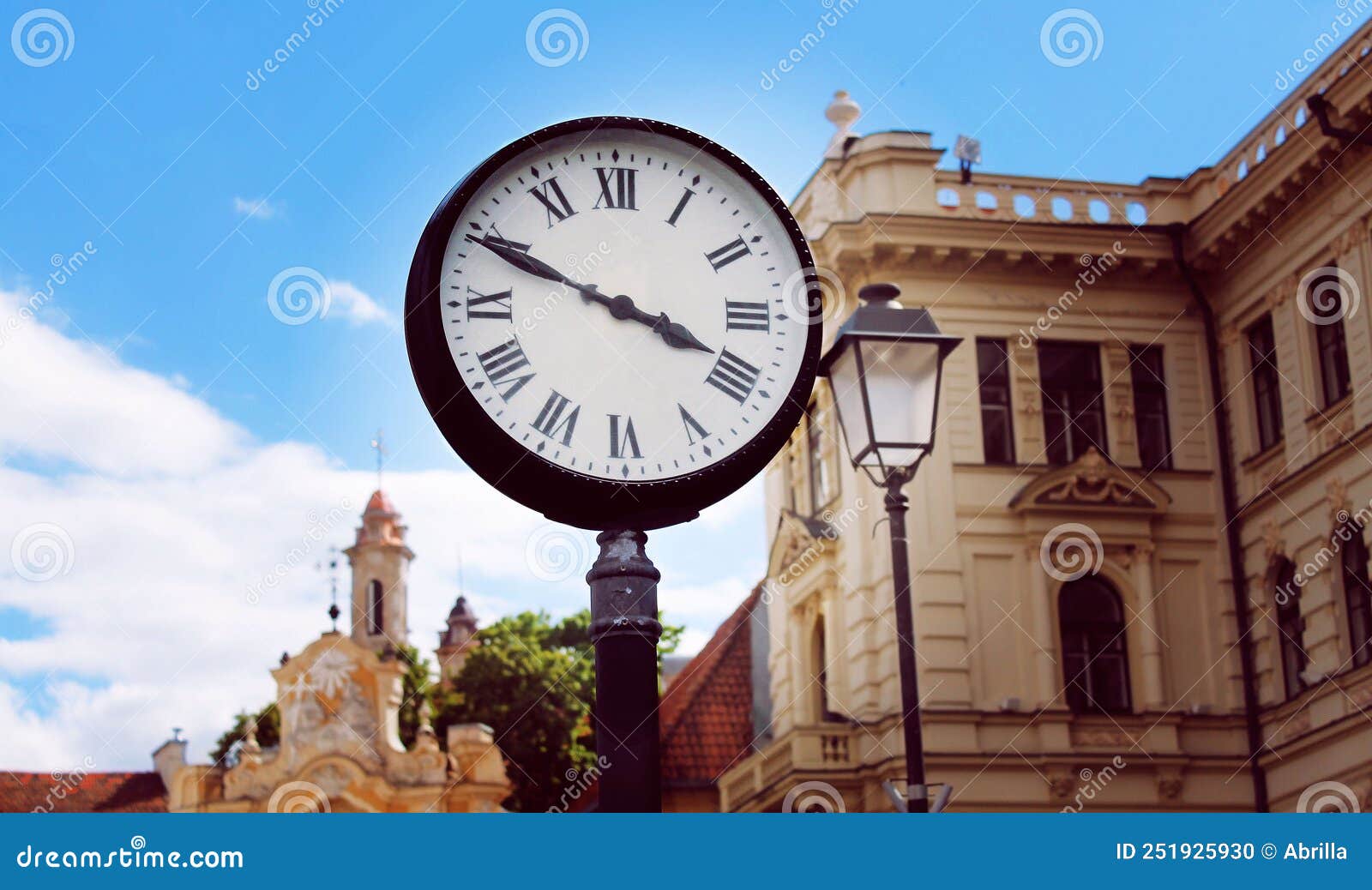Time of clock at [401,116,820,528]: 3:49
